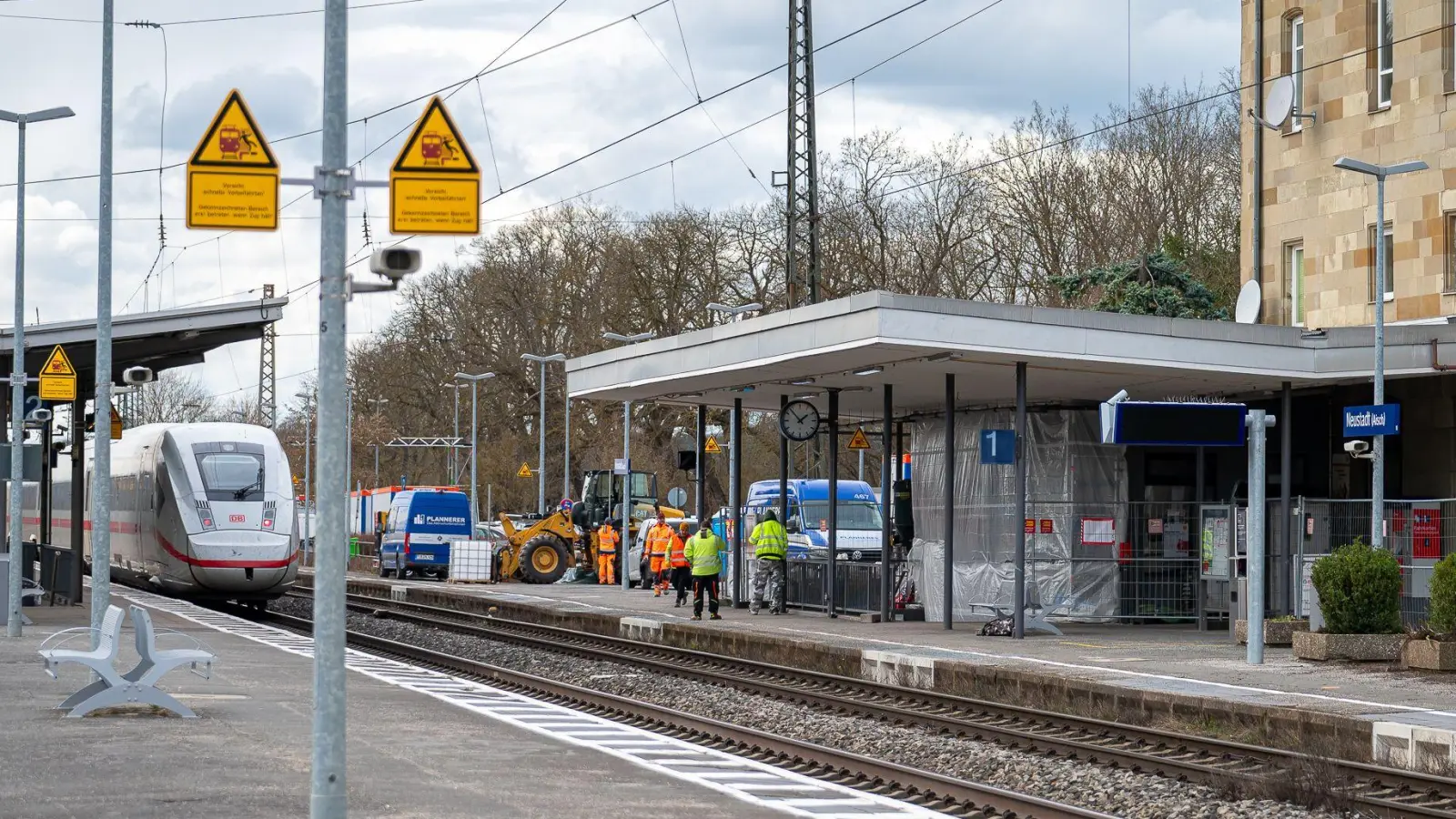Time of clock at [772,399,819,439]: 1:53
